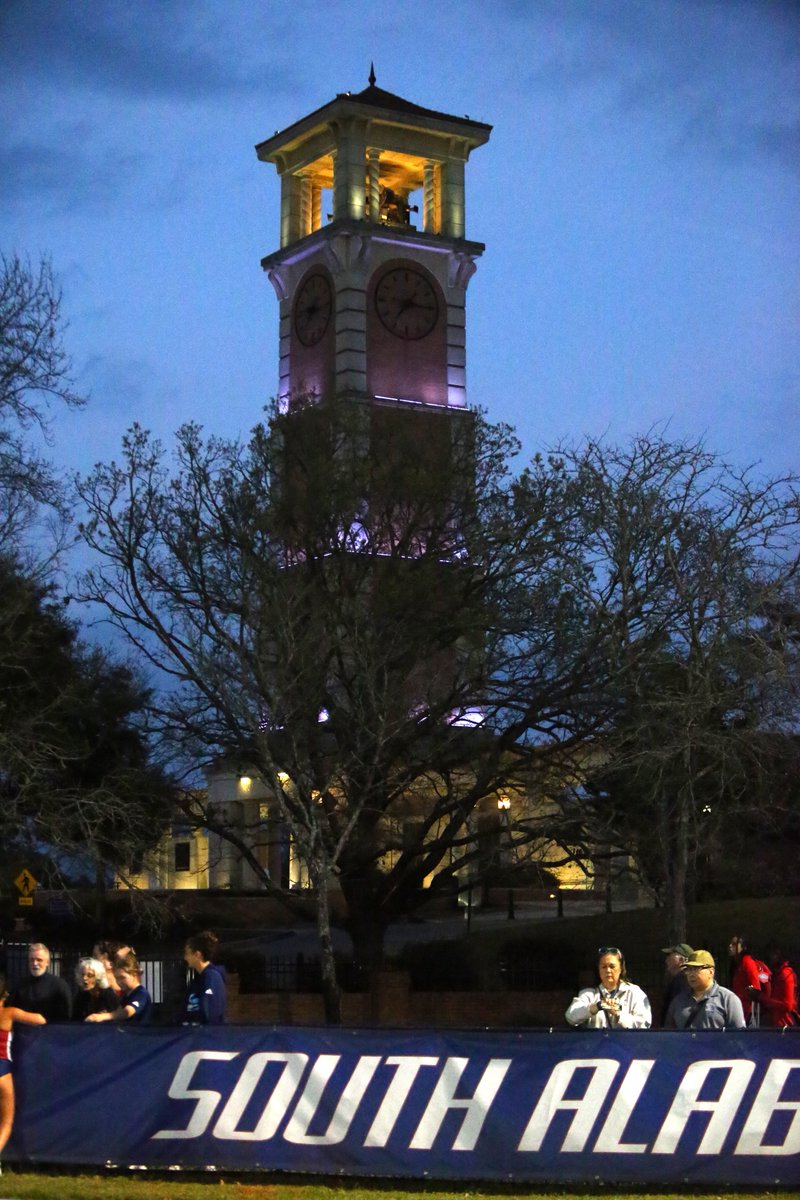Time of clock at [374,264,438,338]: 7:15
